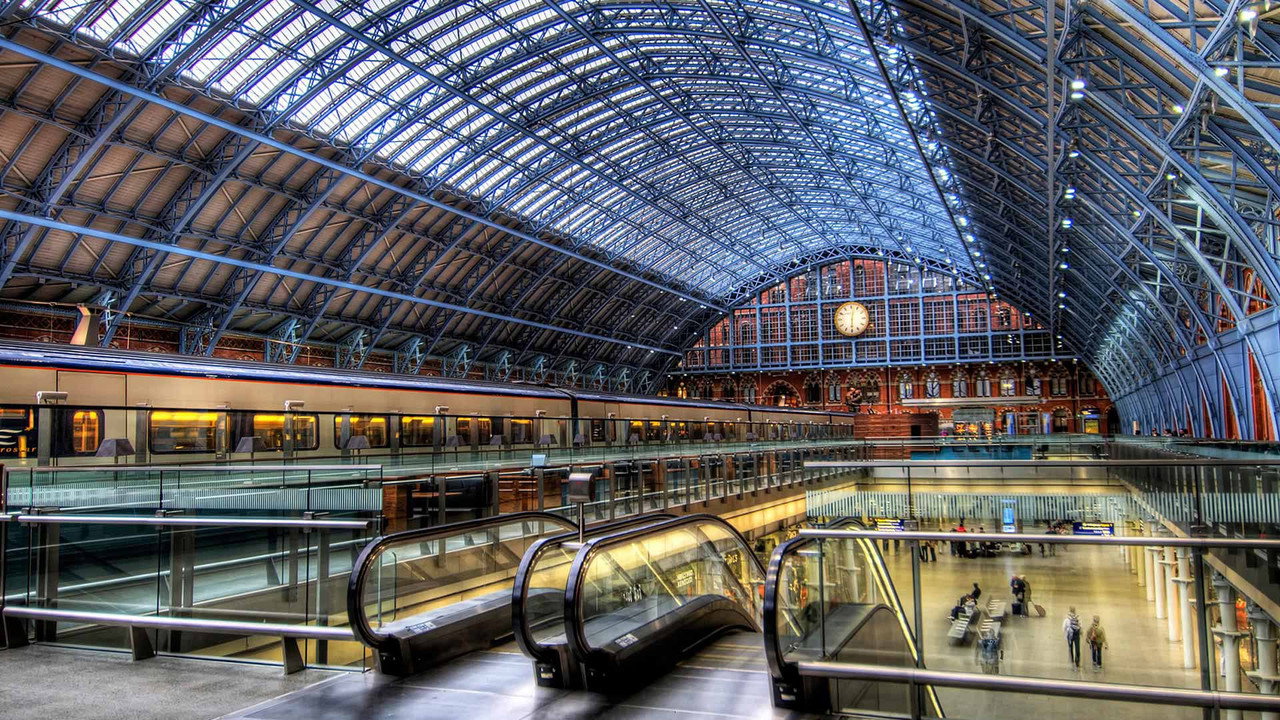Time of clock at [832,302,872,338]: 6:01
